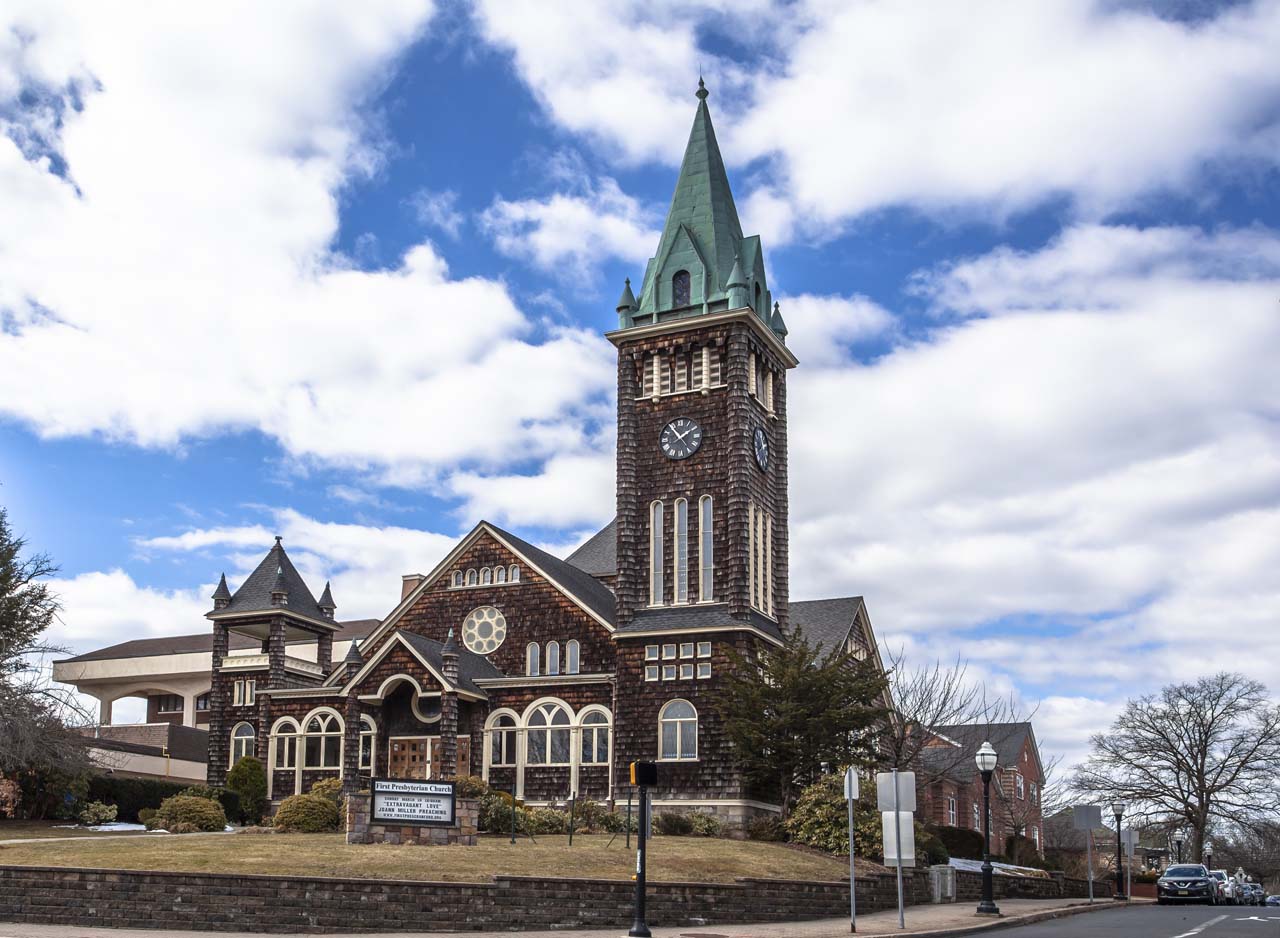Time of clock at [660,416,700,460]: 1:54
